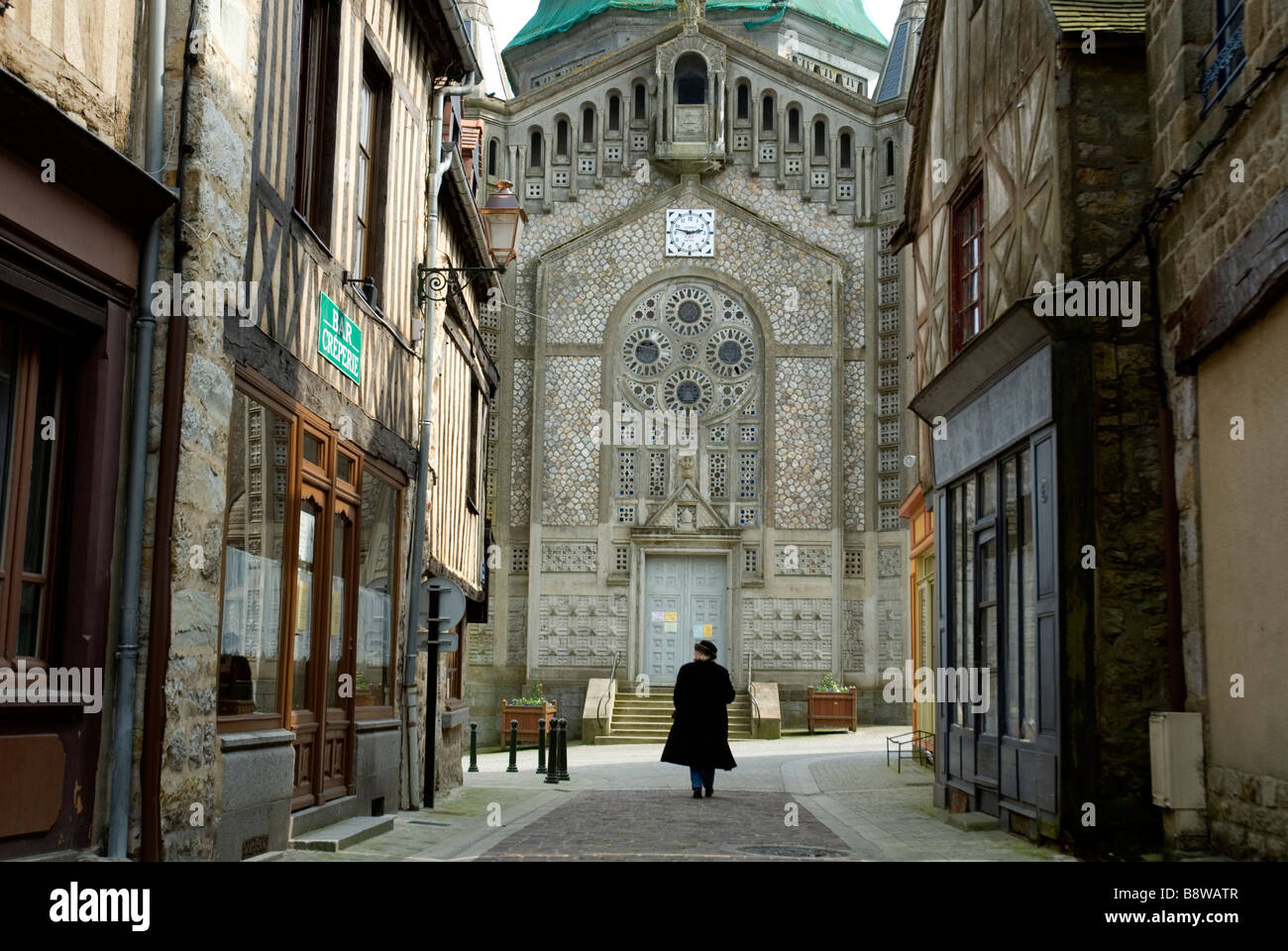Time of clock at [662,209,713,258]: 2:47
